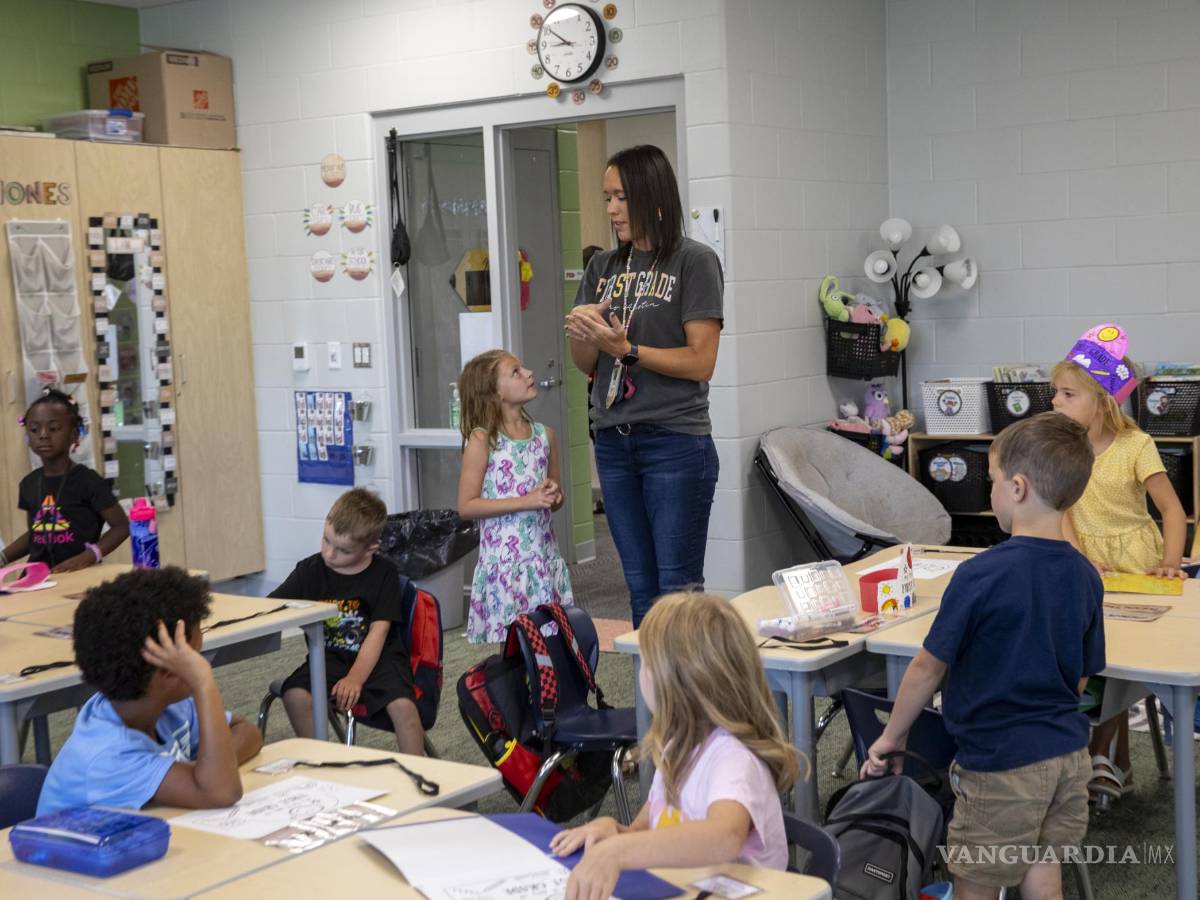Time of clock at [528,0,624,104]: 8:50
